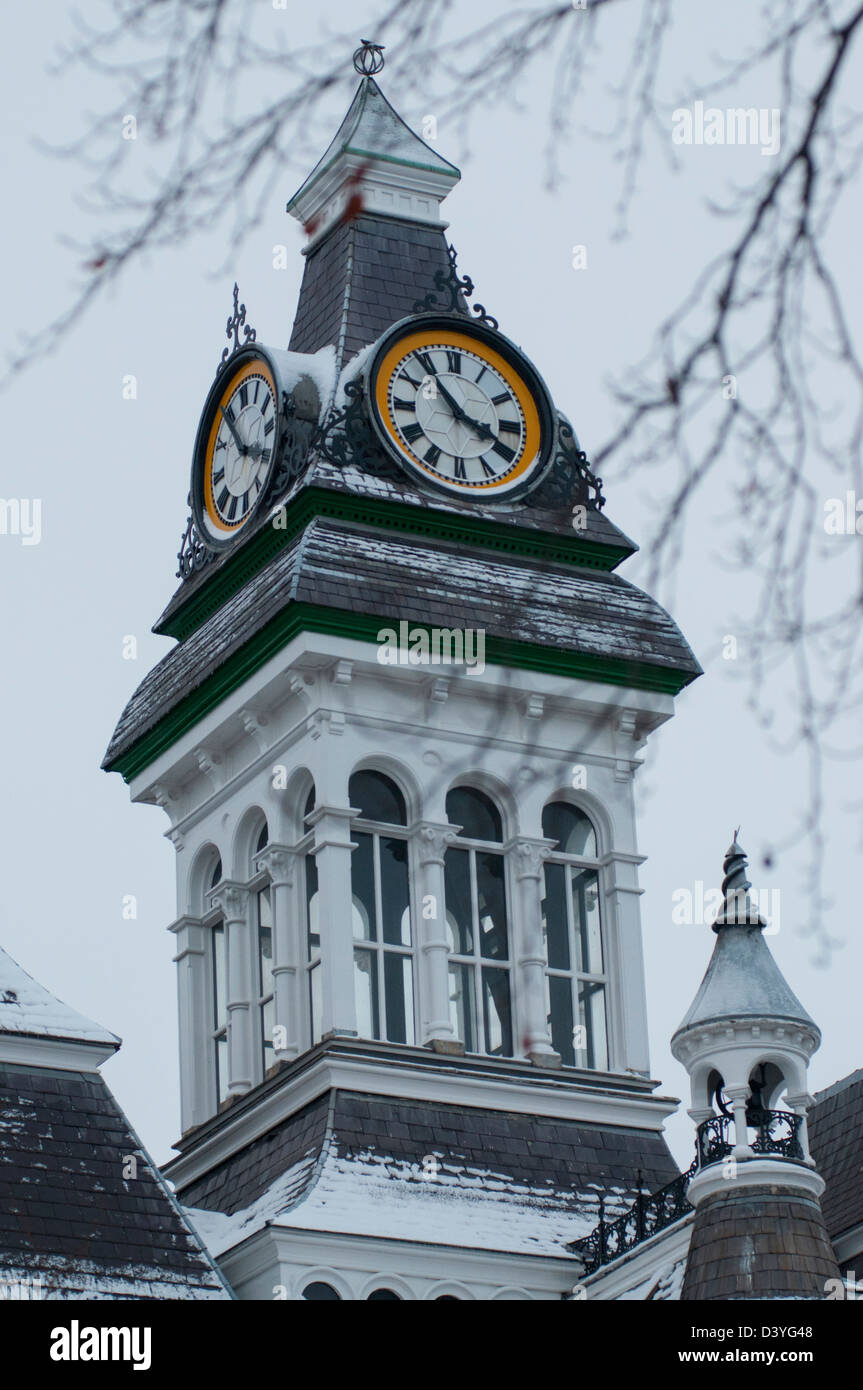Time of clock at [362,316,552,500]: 3:53
